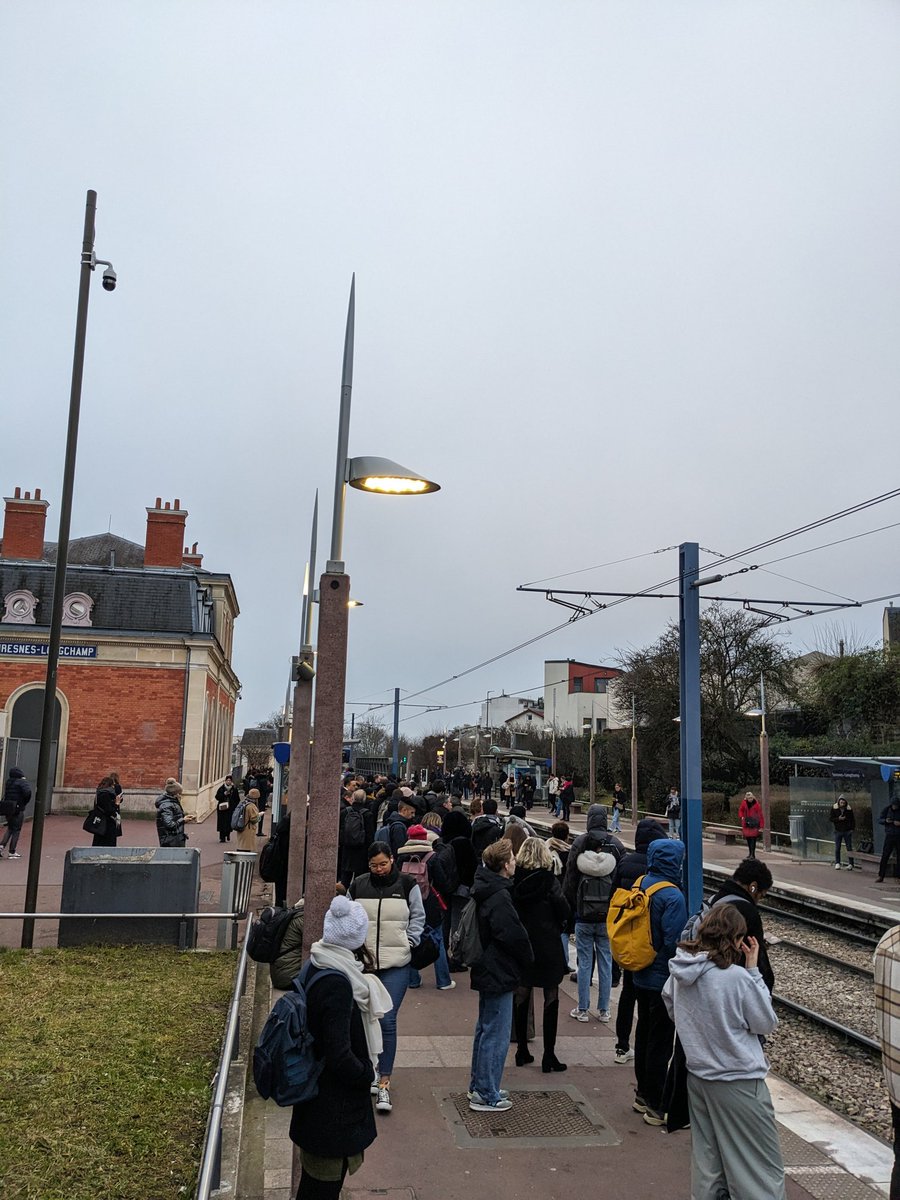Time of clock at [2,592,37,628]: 12:23
